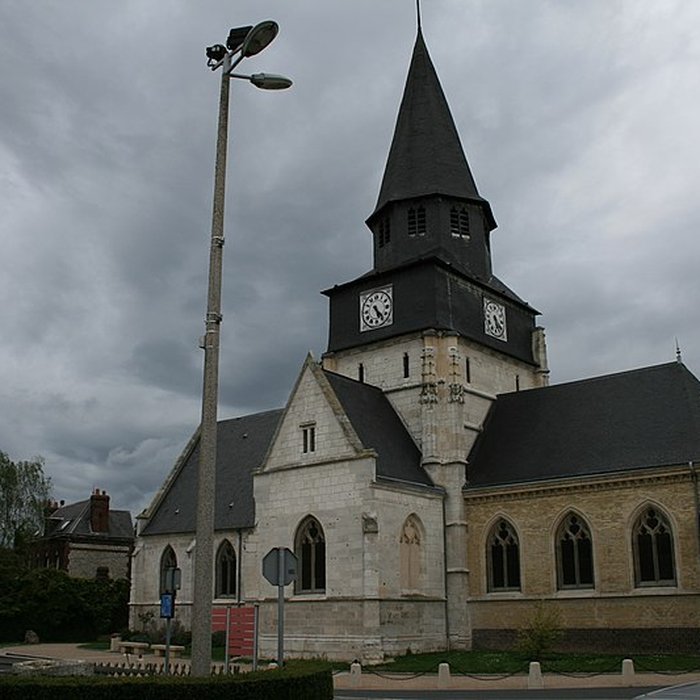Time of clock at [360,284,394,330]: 5:23
